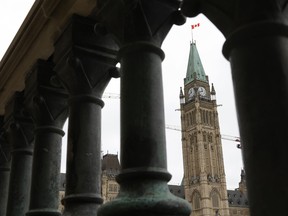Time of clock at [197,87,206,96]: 11:42
